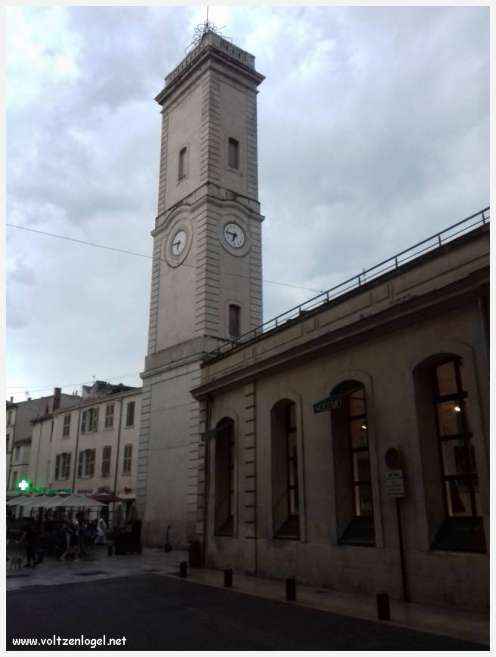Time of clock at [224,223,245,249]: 6:46
